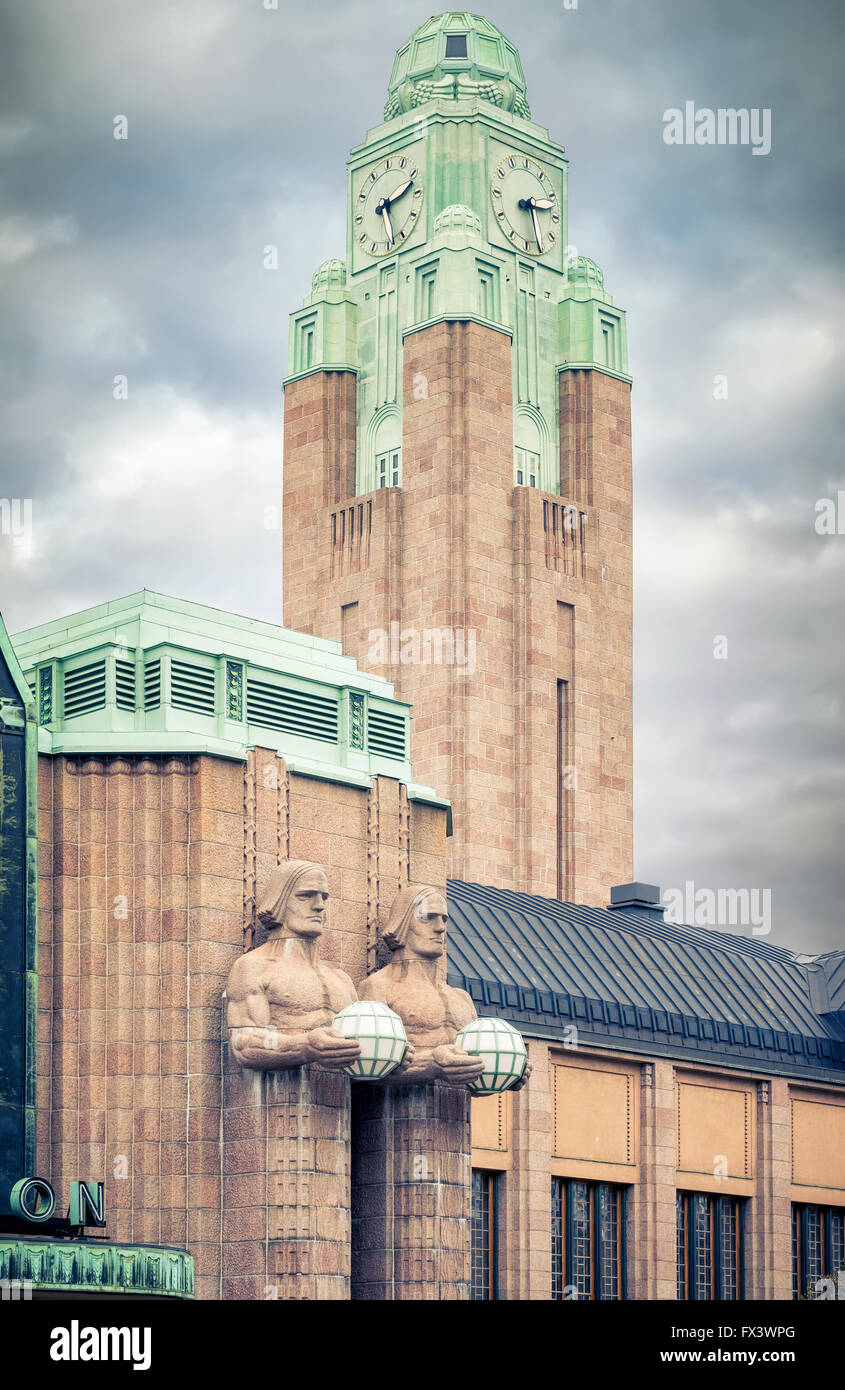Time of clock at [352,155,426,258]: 2:28
